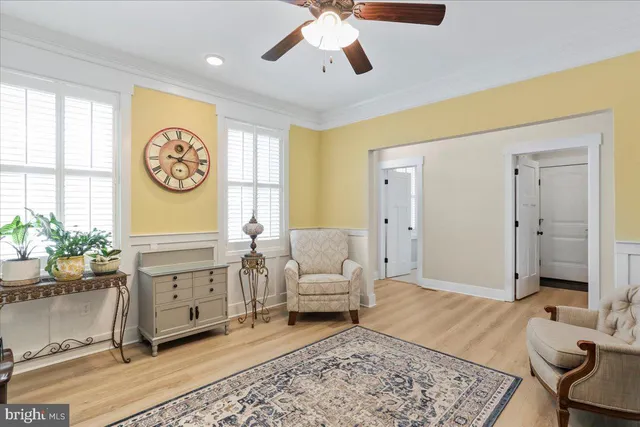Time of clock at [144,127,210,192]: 1:16
